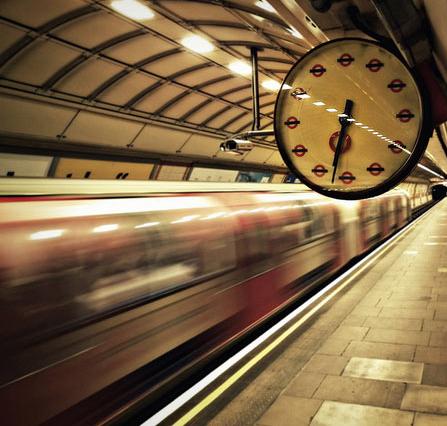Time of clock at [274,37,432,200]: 6:32
